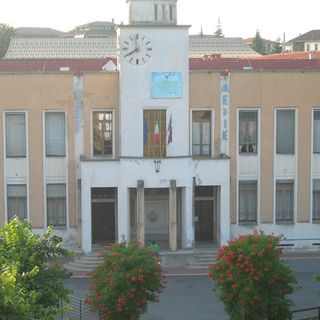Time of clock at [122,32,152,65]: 7:58
